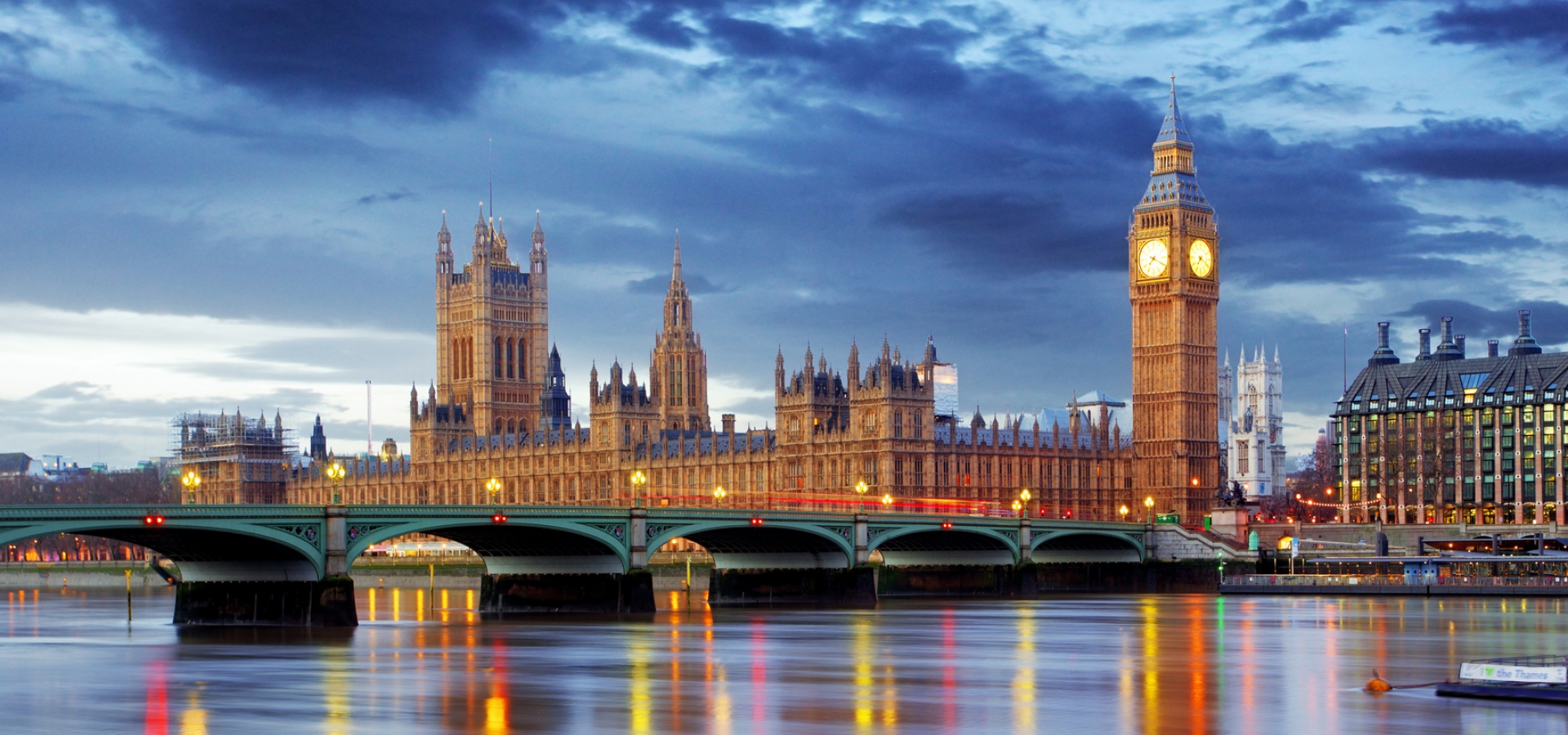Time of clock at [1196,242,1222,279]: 7:19
